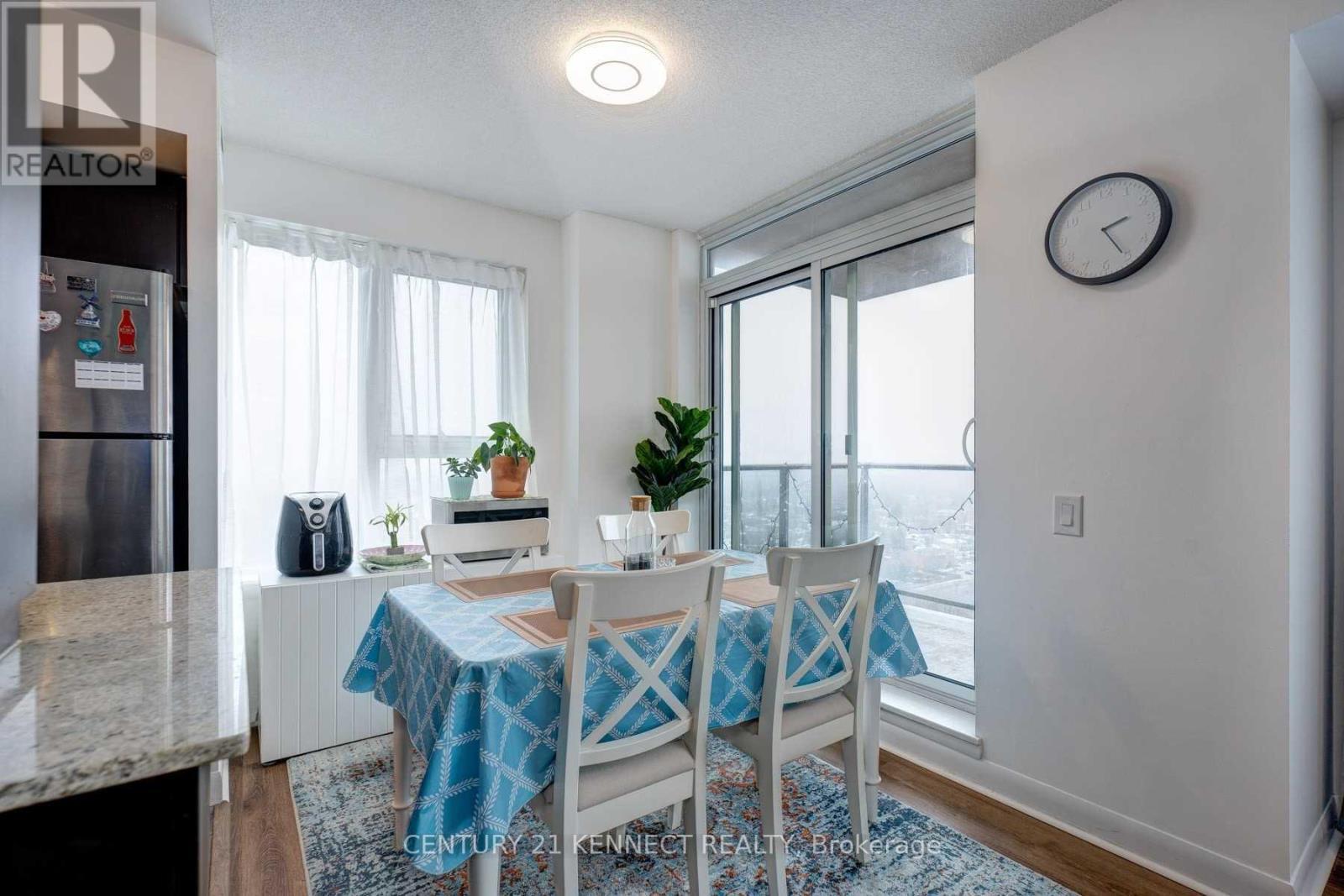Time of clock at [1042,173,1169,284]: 2:25
